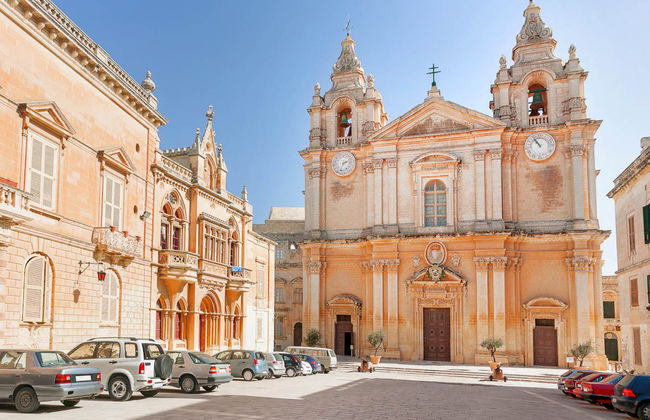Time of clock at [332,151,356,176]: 2:33
